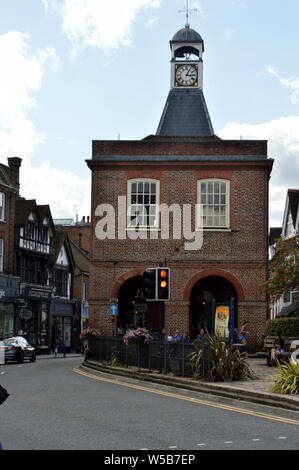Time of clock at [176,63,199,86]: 3:04
